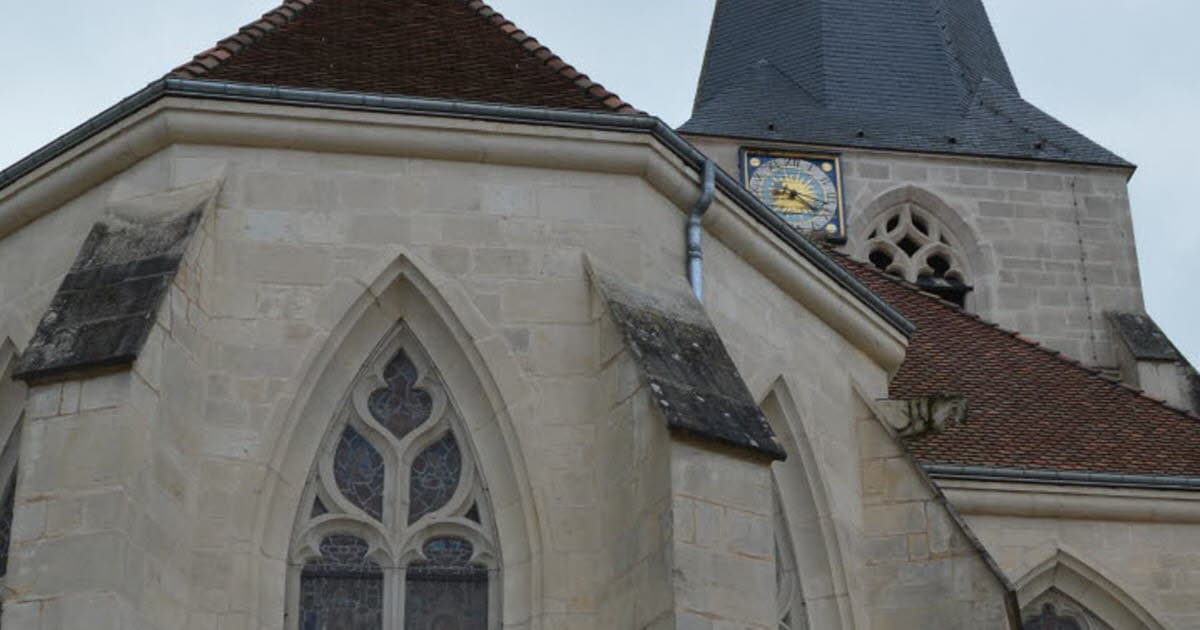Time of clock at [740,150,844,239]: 4:17
